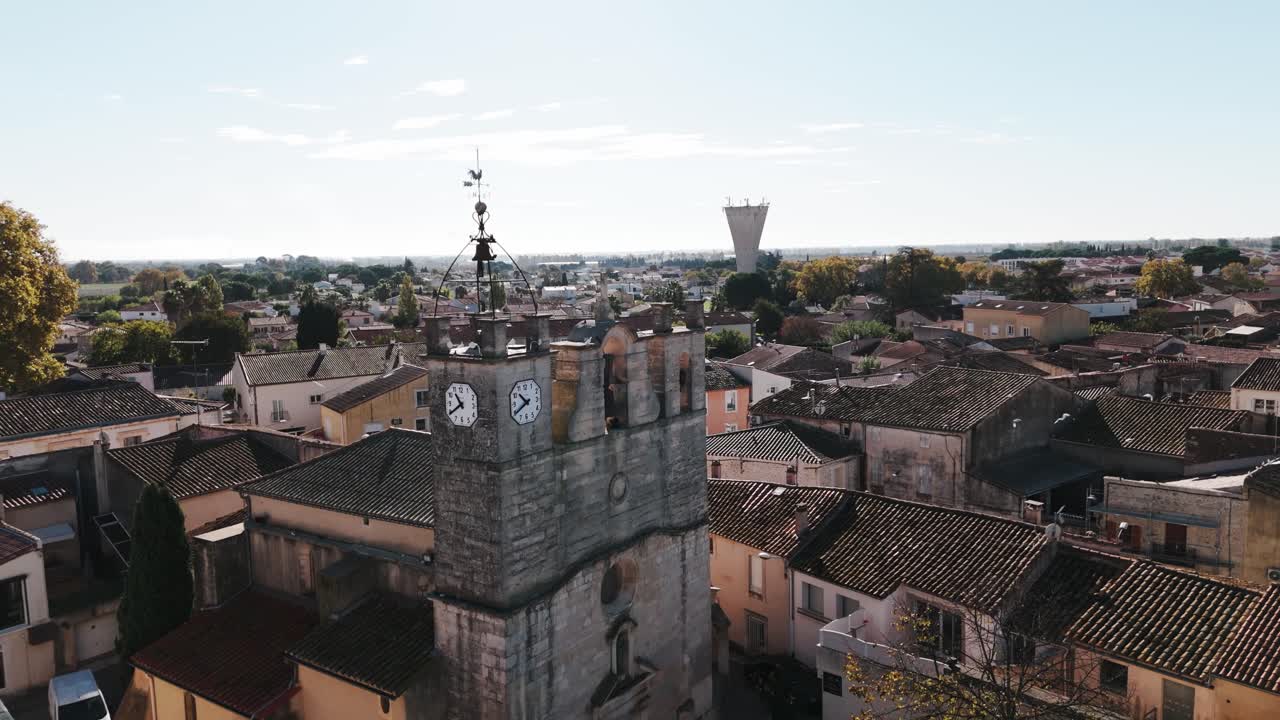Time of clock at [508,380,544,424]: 10:39
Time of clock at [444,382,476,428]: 10:39
